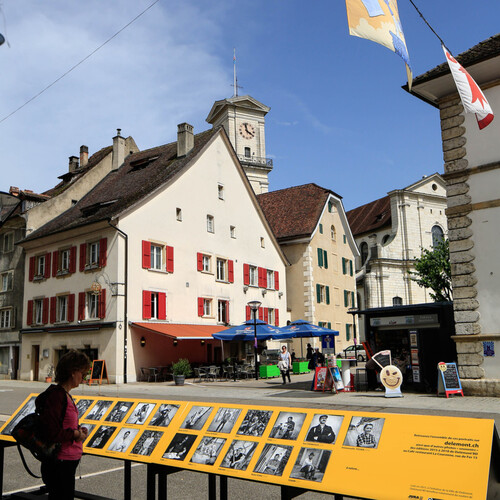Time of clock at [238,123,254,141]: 3:58
